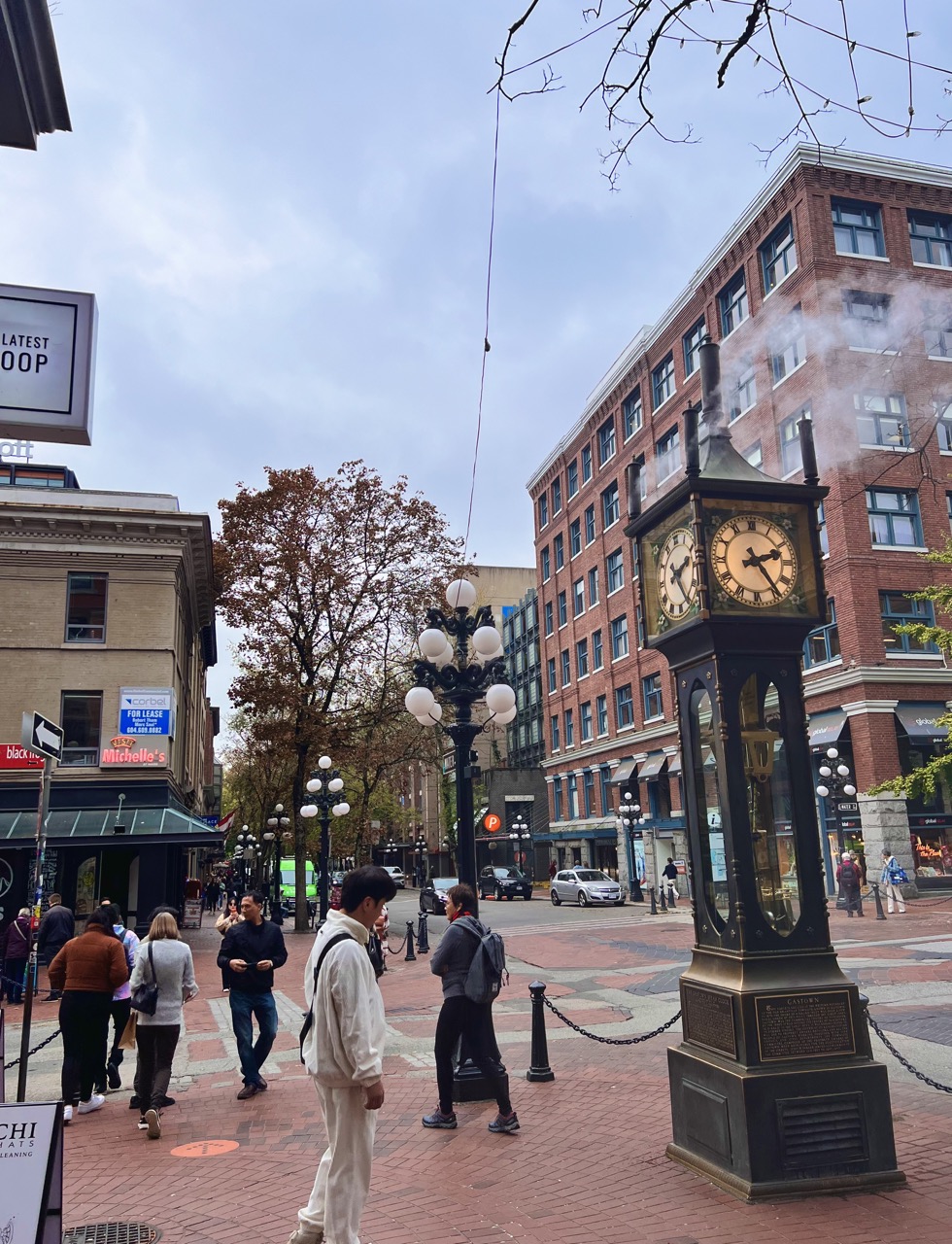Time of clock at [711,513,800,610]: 2:24
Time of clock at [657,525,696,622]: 2:24
